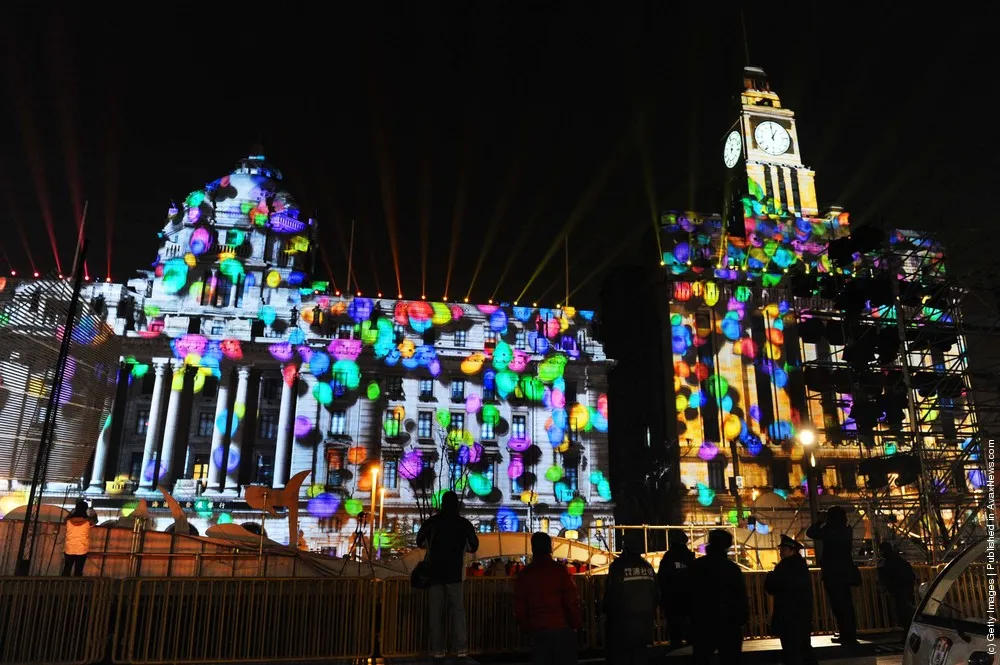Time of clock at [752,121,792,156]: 12:59
